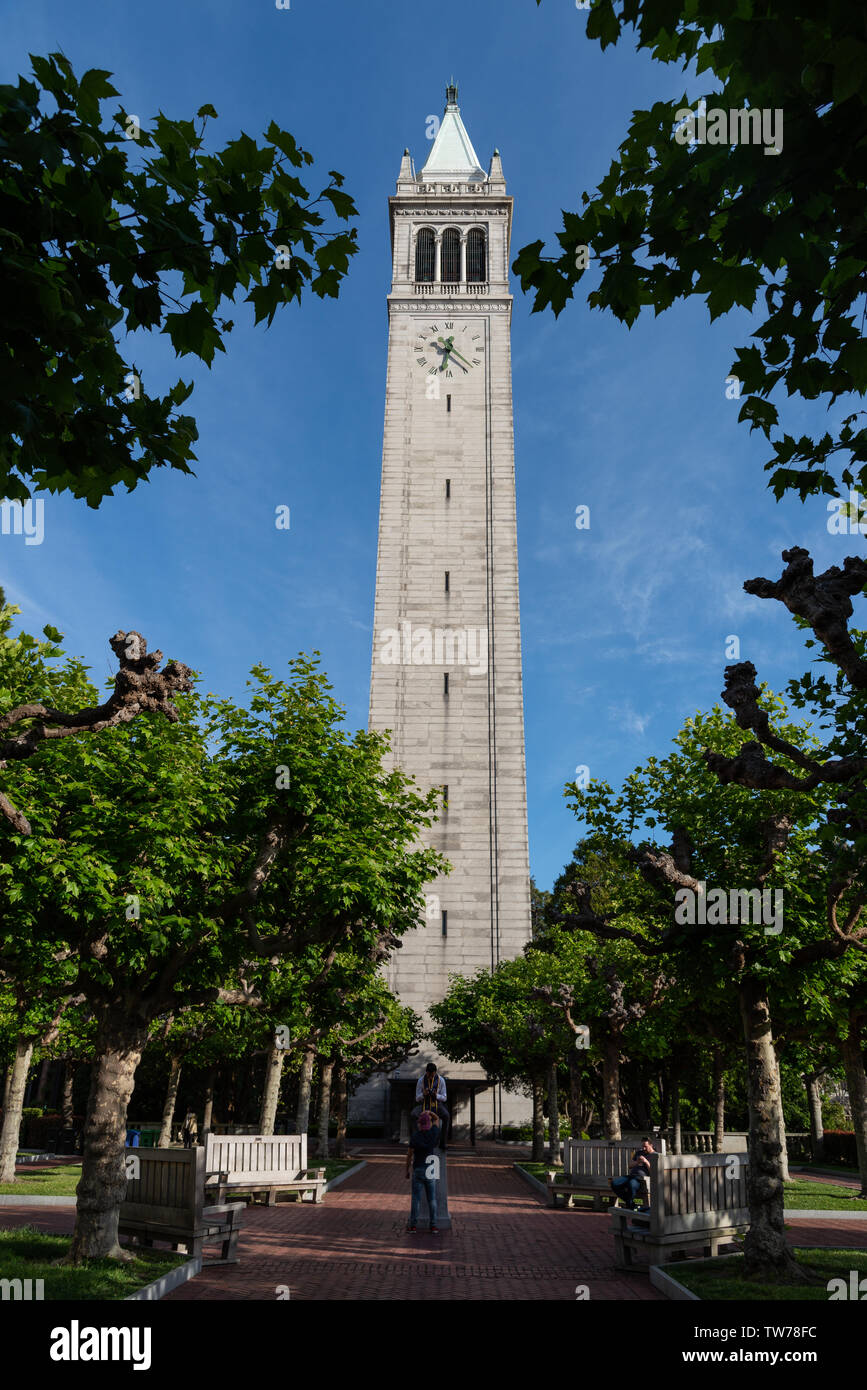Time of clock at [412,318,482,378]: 6:21
